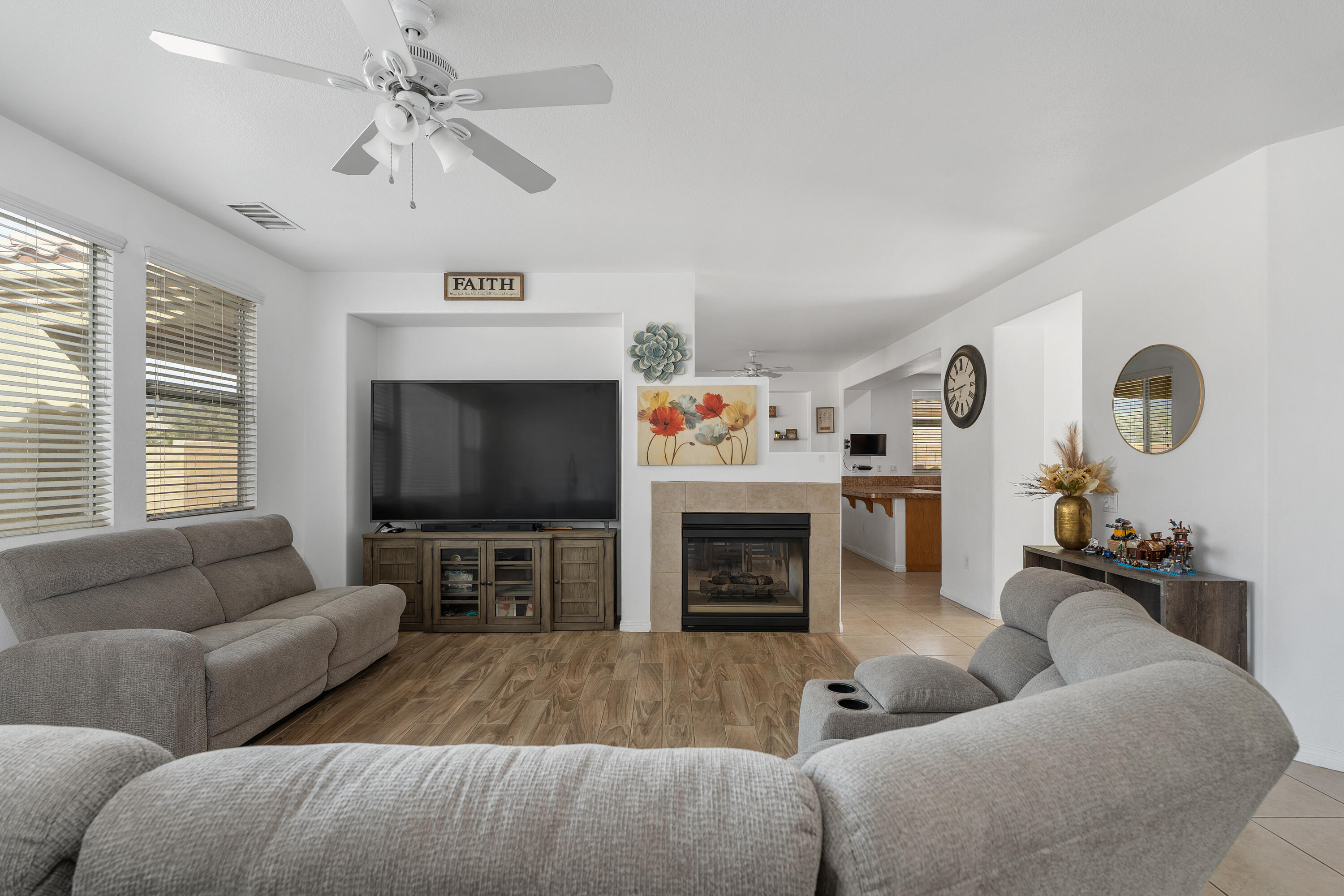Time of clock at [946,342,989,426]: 6:43
